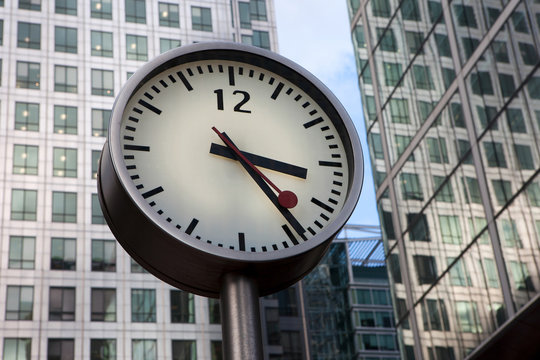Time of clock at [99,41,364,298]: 3:23
